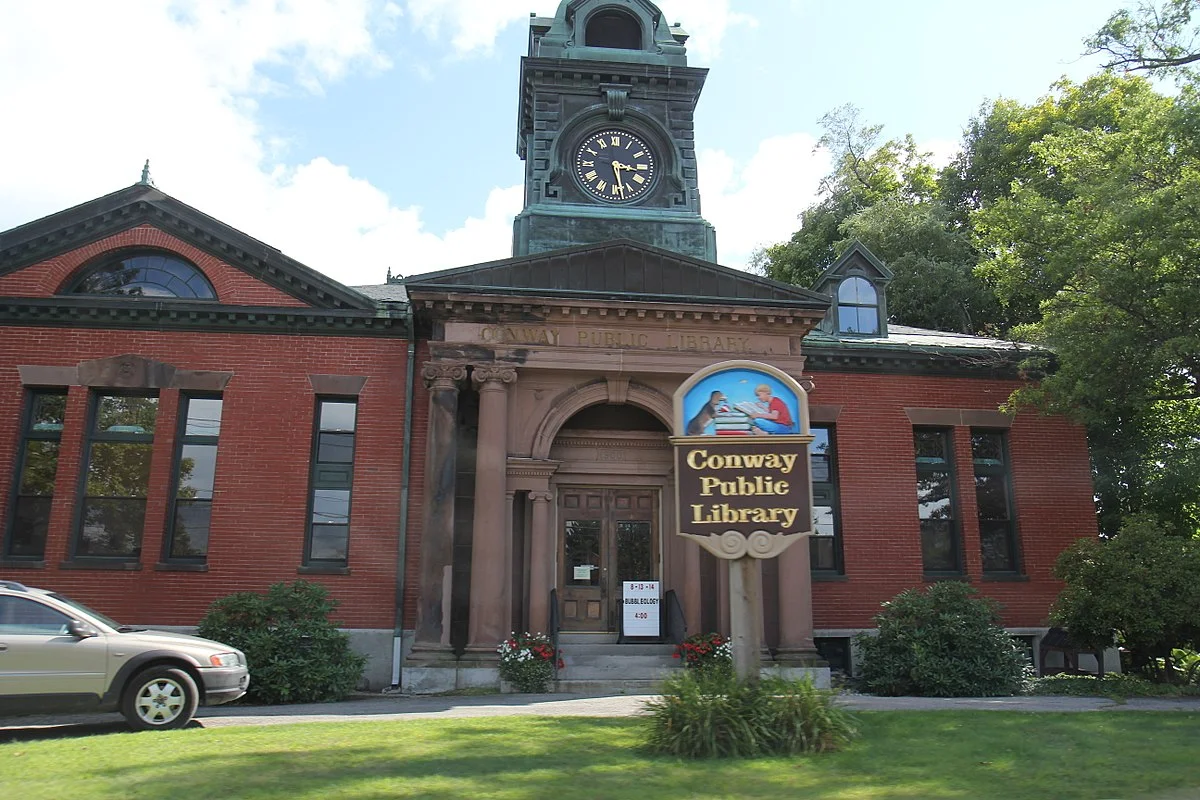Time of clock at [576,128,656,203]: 3:28
